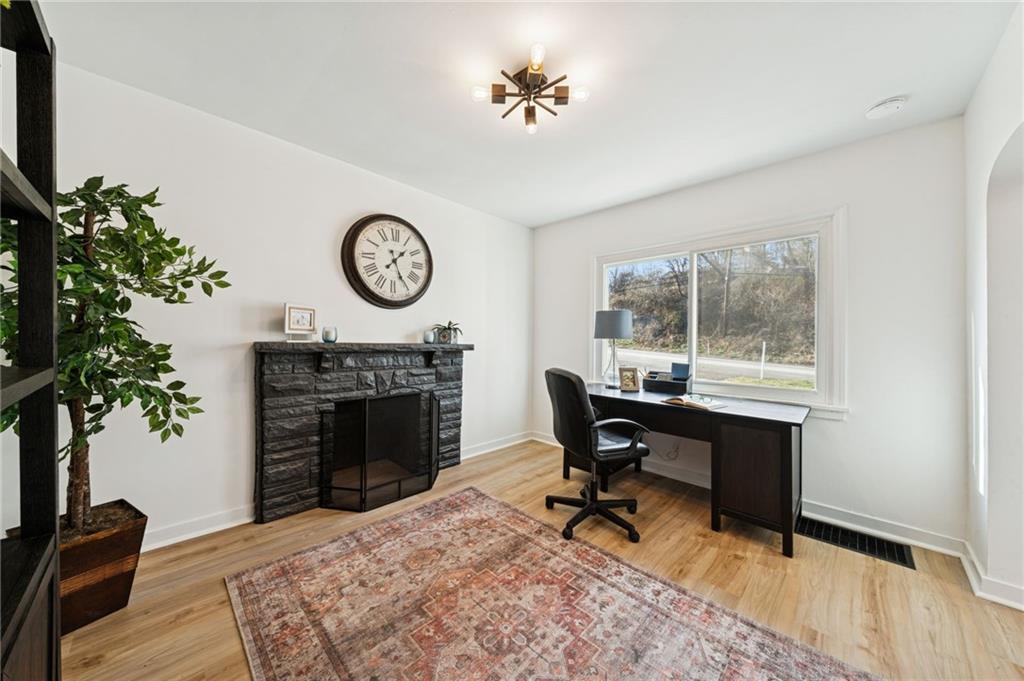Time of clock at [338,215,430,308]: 1:25
